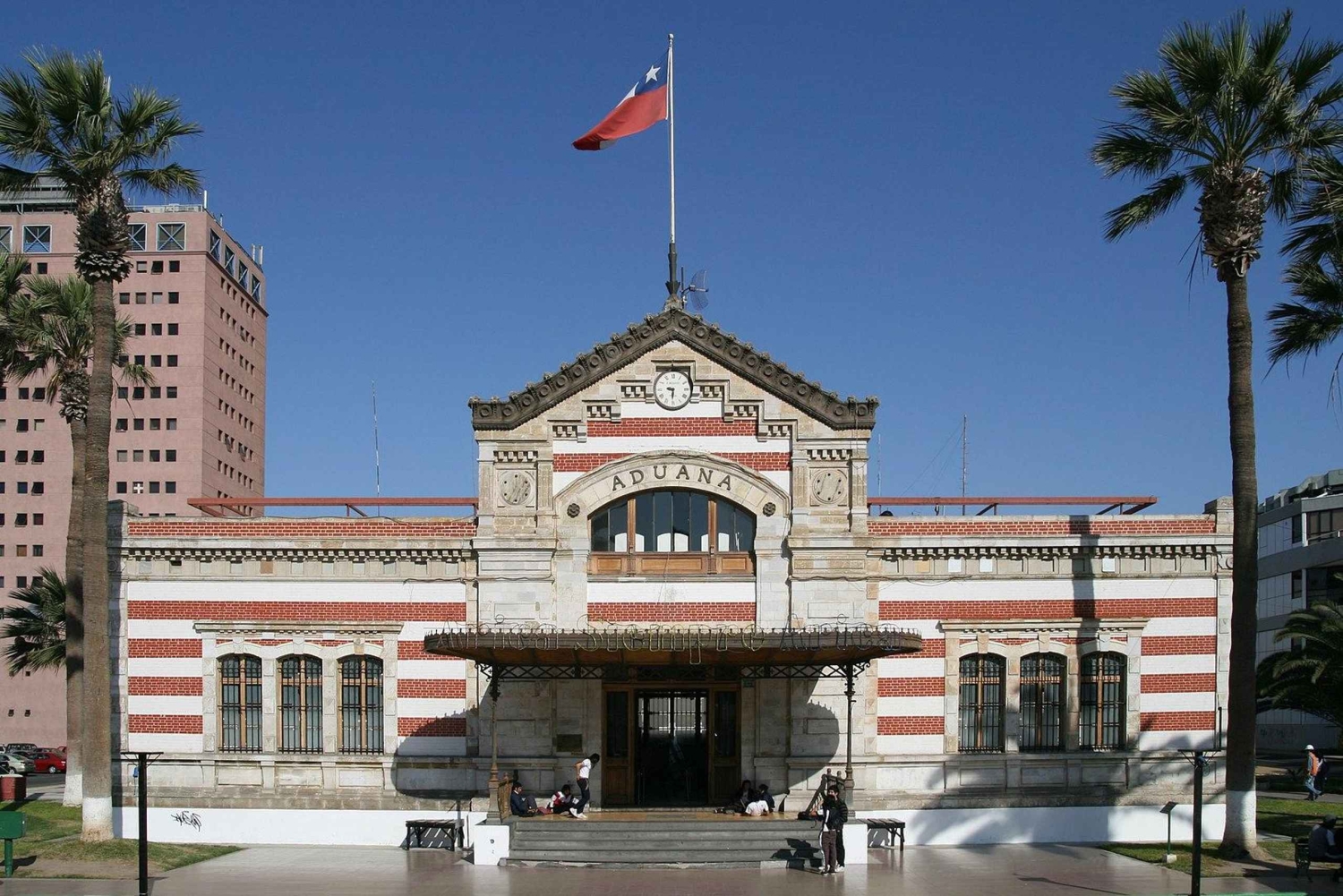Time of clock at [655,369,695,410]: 9:30
